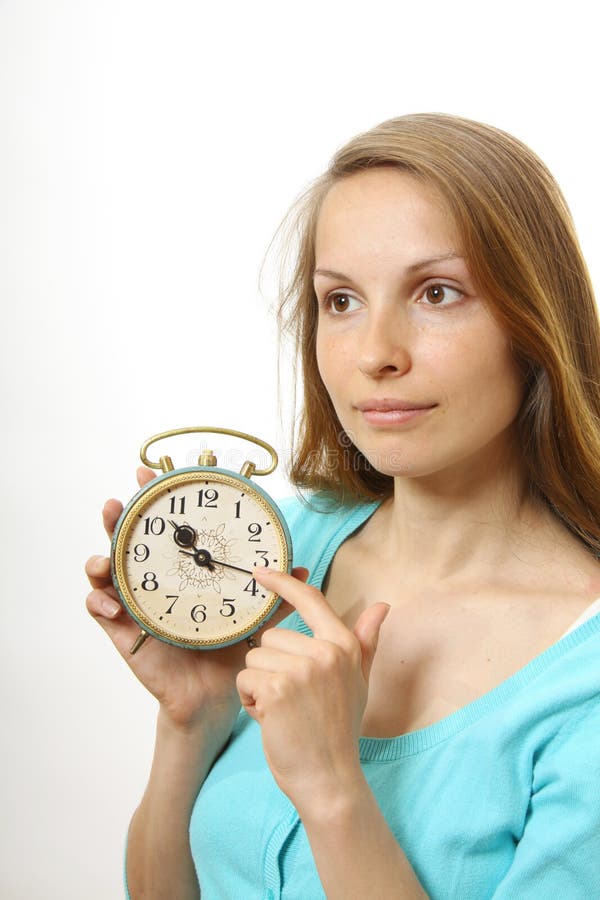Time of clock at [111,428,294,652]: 10:17
